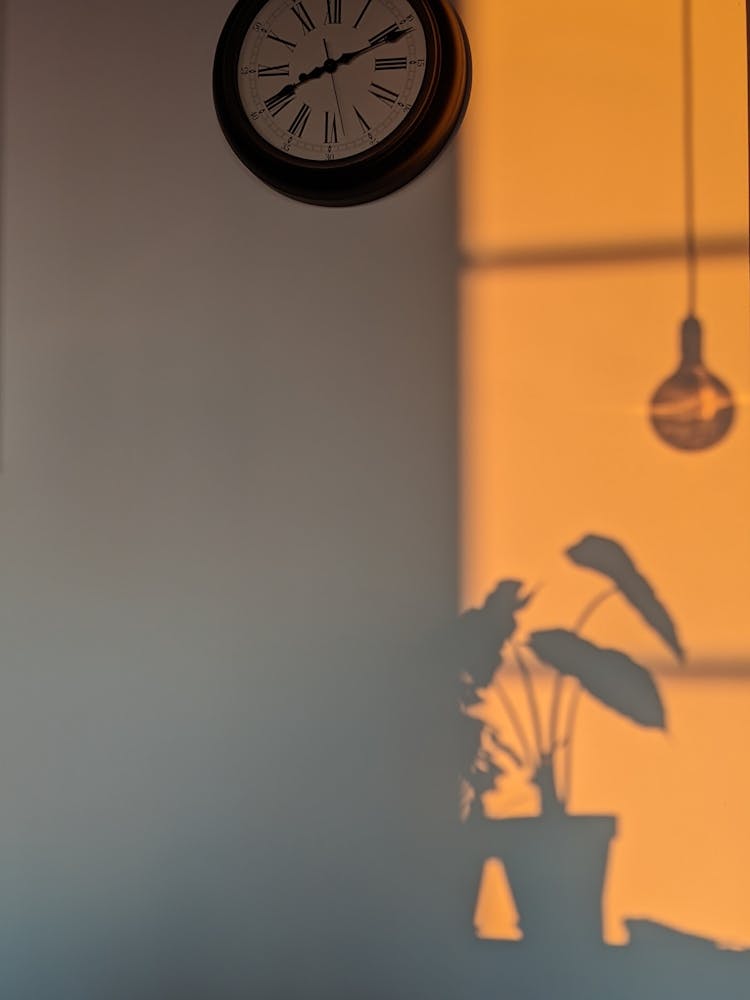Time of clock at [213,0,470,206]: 8:11
